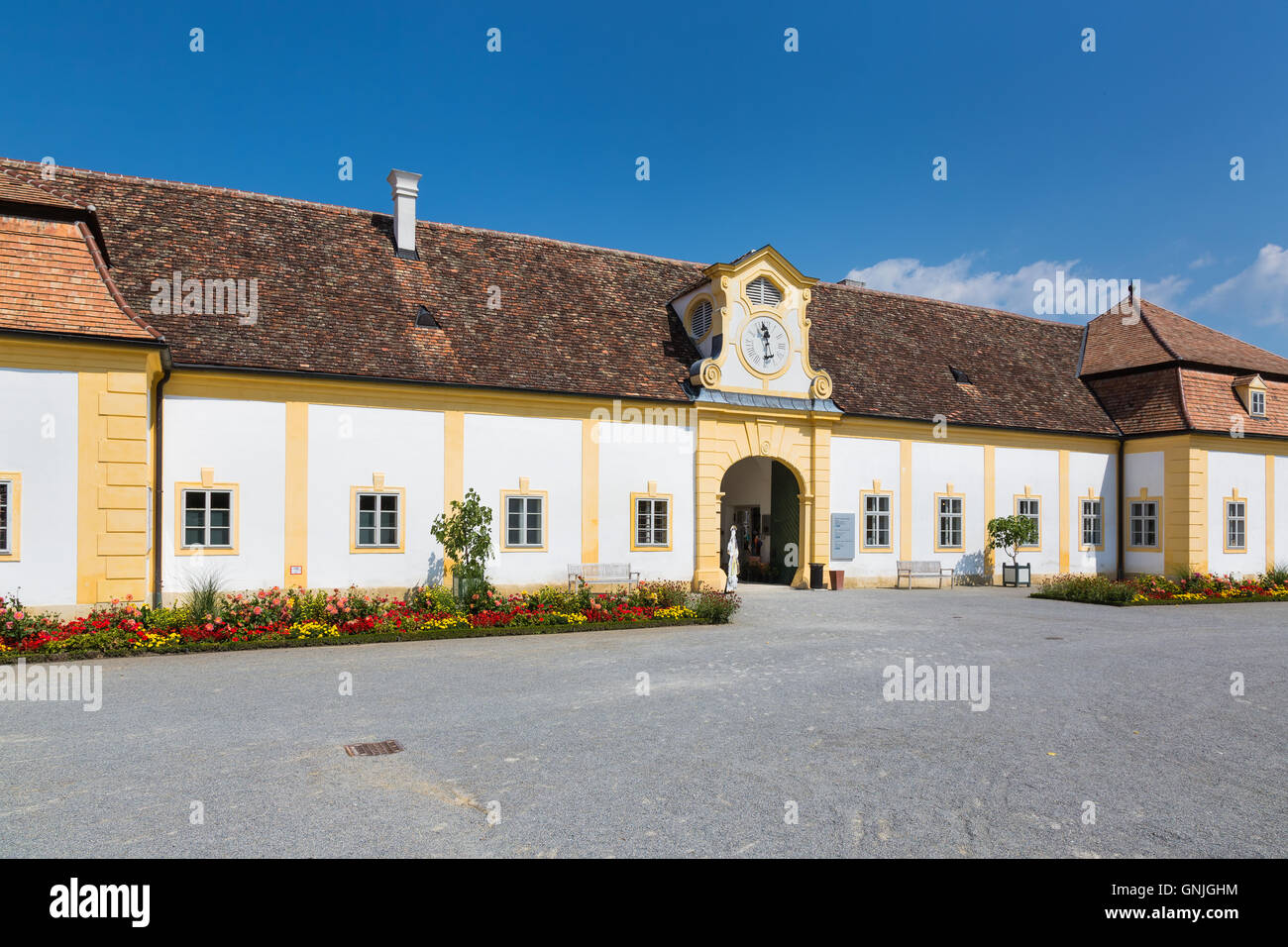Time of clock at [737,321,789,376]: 11:29
